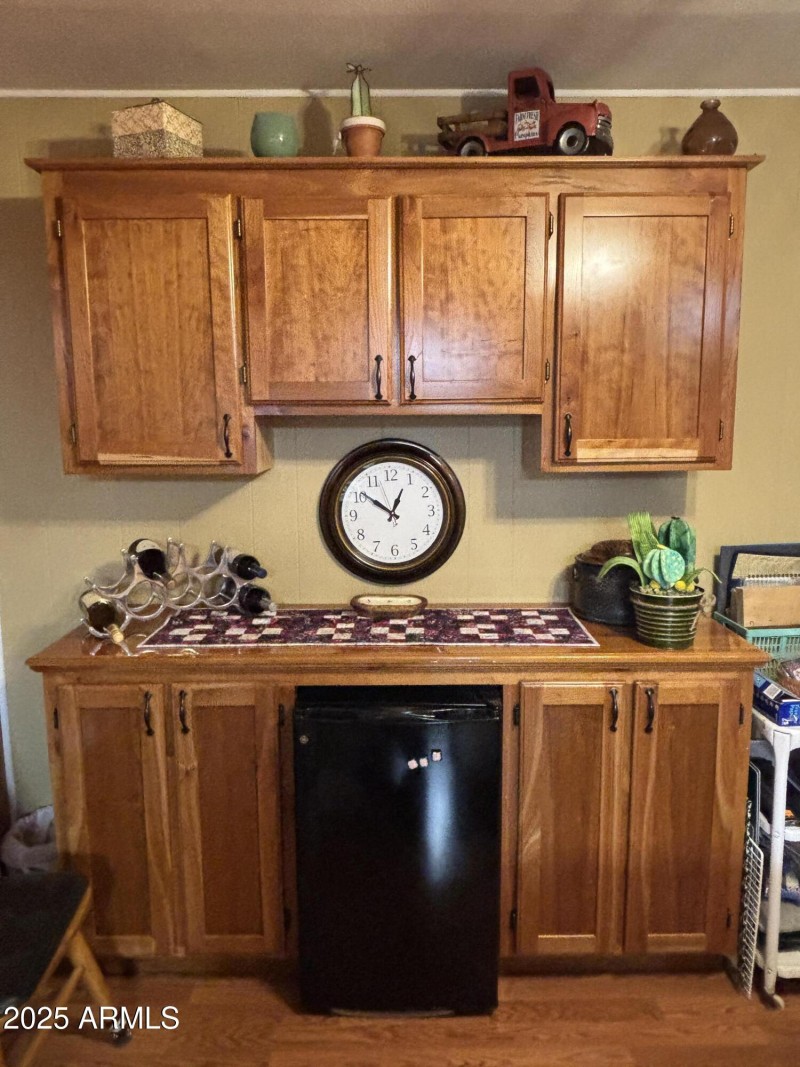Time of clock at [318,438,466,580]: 12:51
